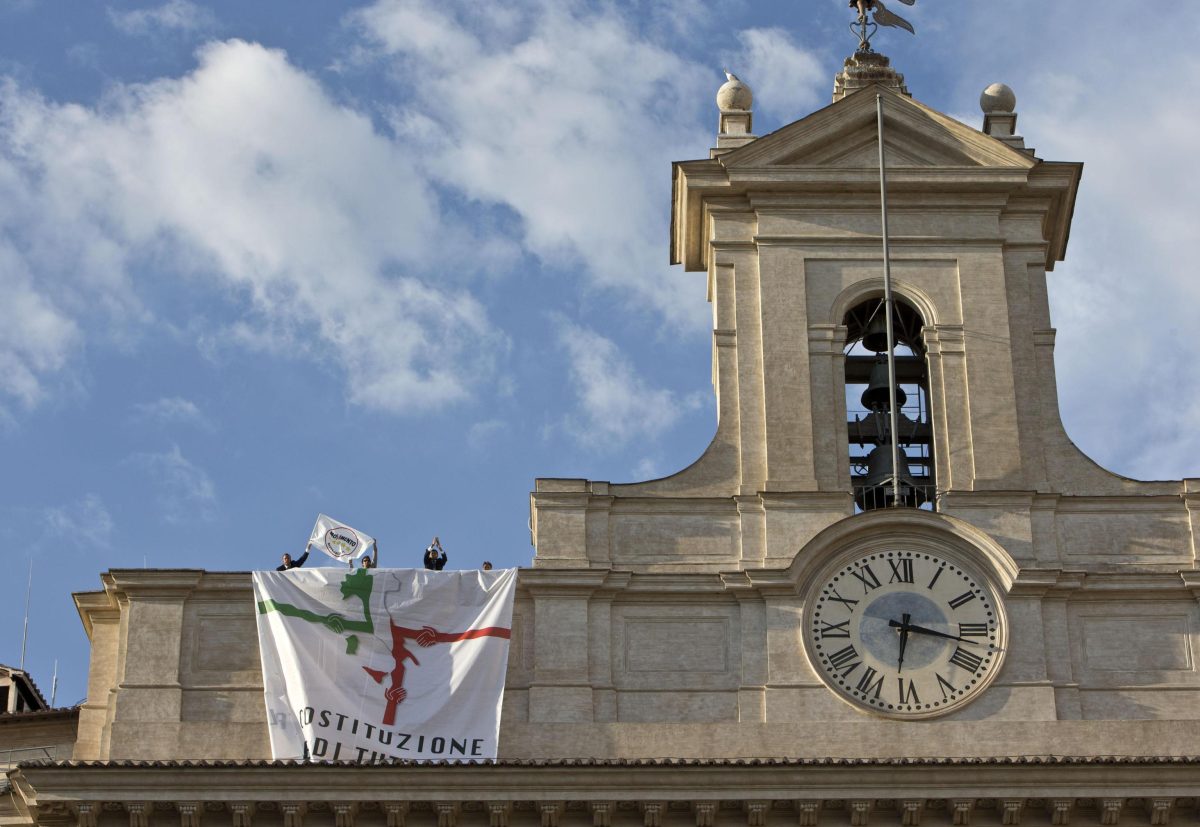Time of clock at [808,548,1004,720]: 6:17
